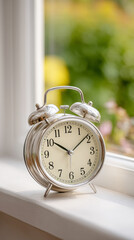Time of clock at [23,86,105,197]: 10:08
